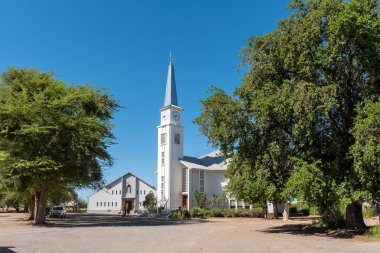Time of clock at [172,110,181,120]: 8:32
